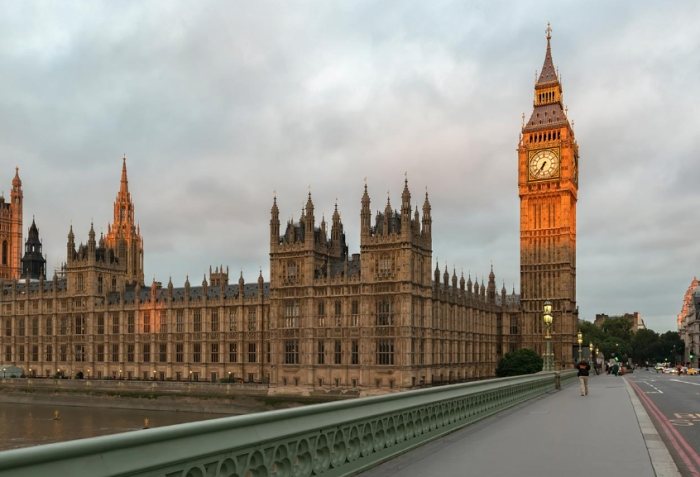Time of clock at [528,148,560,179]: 6:36
